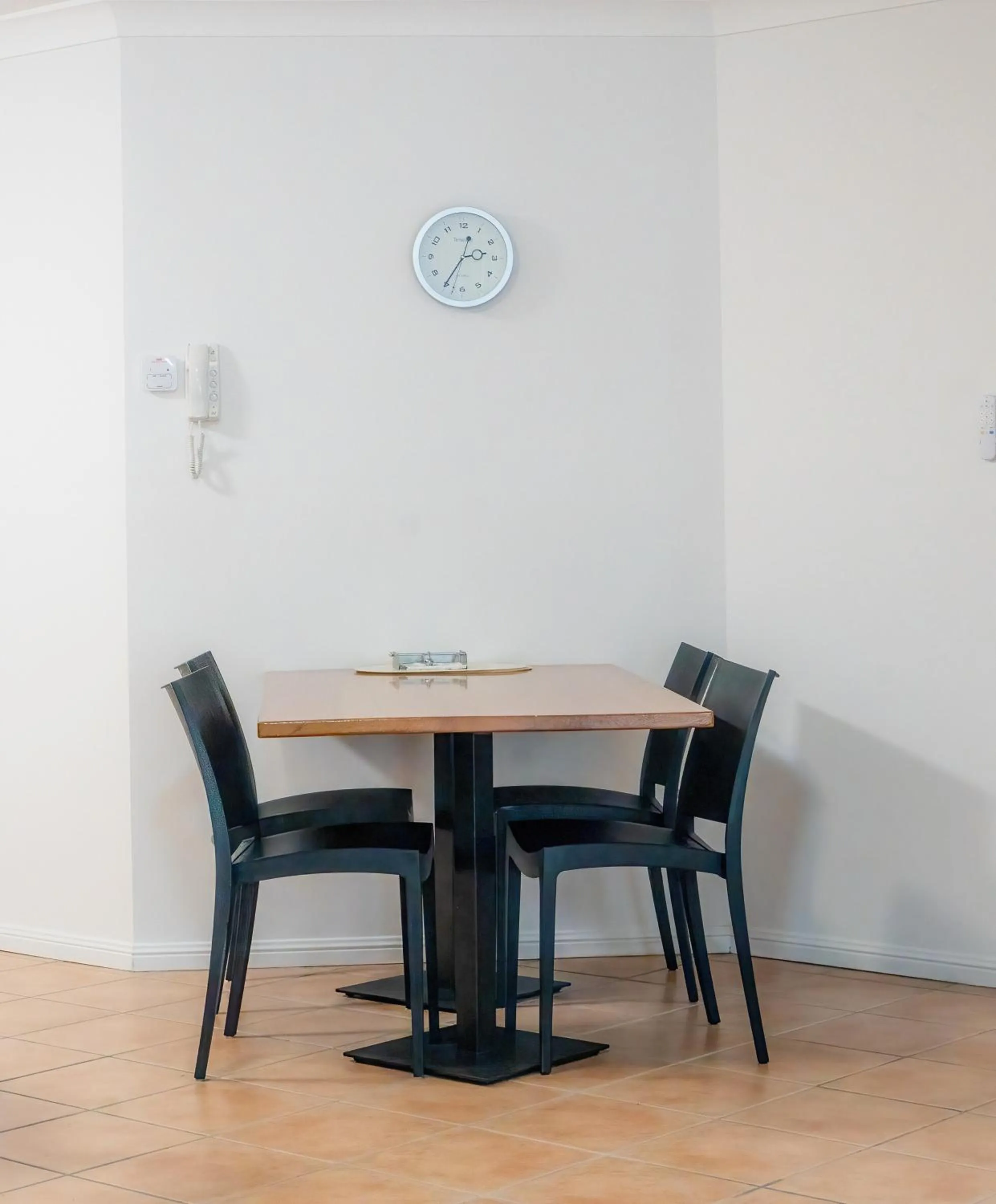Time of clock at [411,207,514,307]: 2:35
